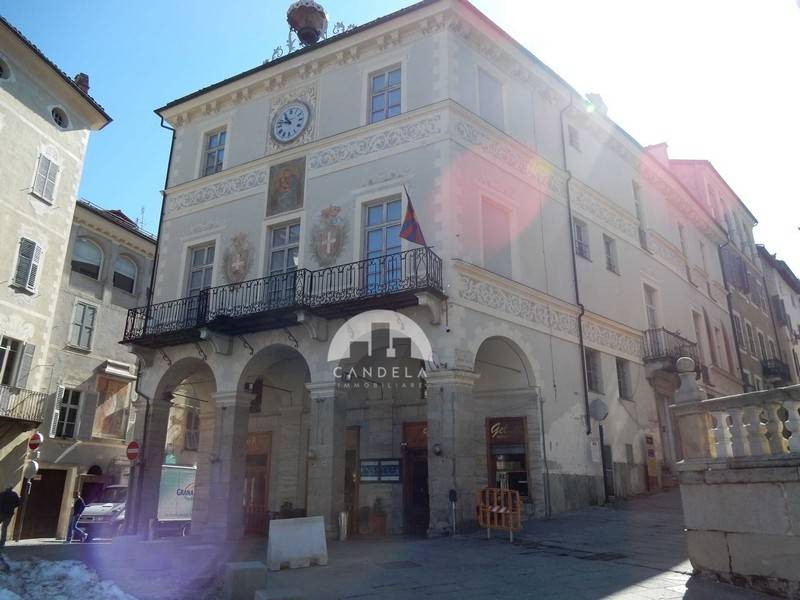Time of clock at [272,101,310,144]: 10:47
